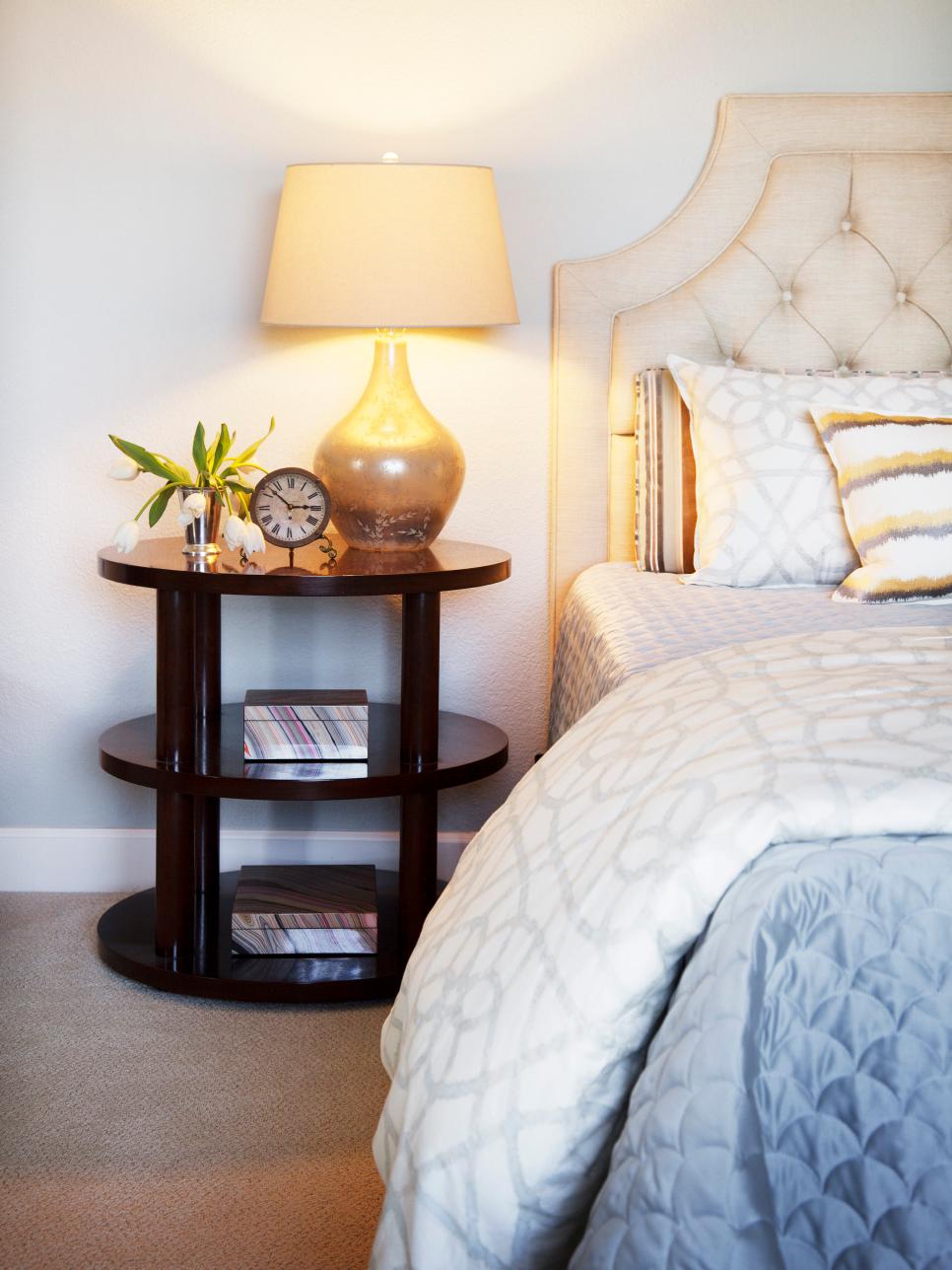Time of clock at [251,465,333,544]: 2:52
